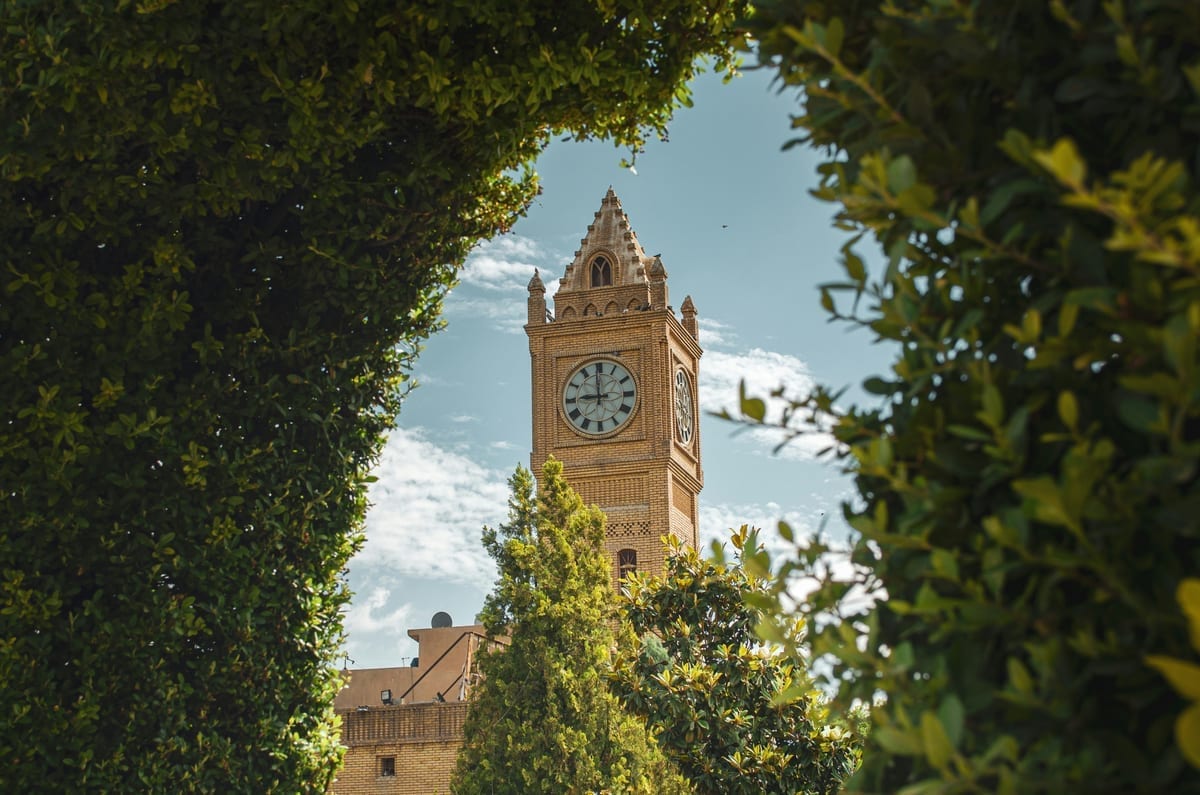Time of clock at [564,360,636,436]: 8:59
